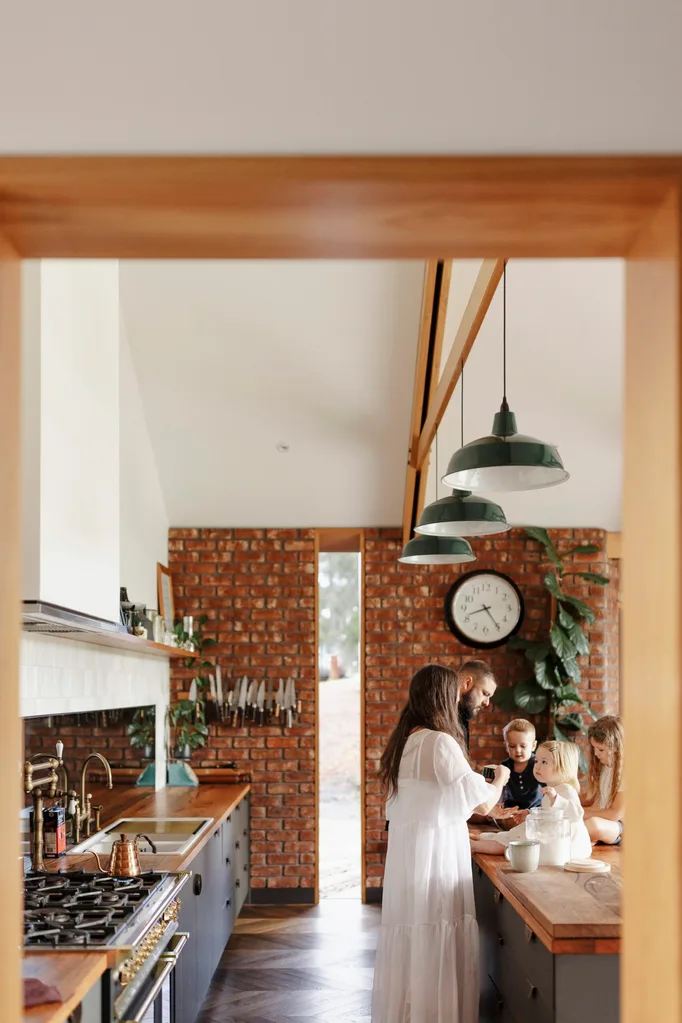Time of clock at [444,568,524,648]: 8:24
